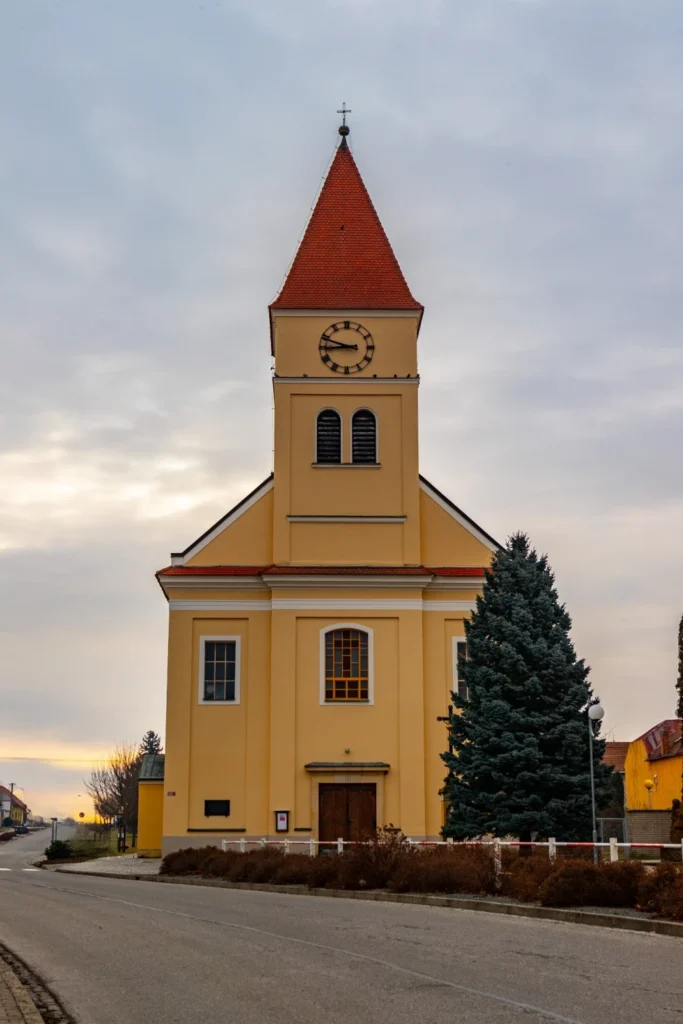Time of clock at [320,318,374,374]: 8:48
